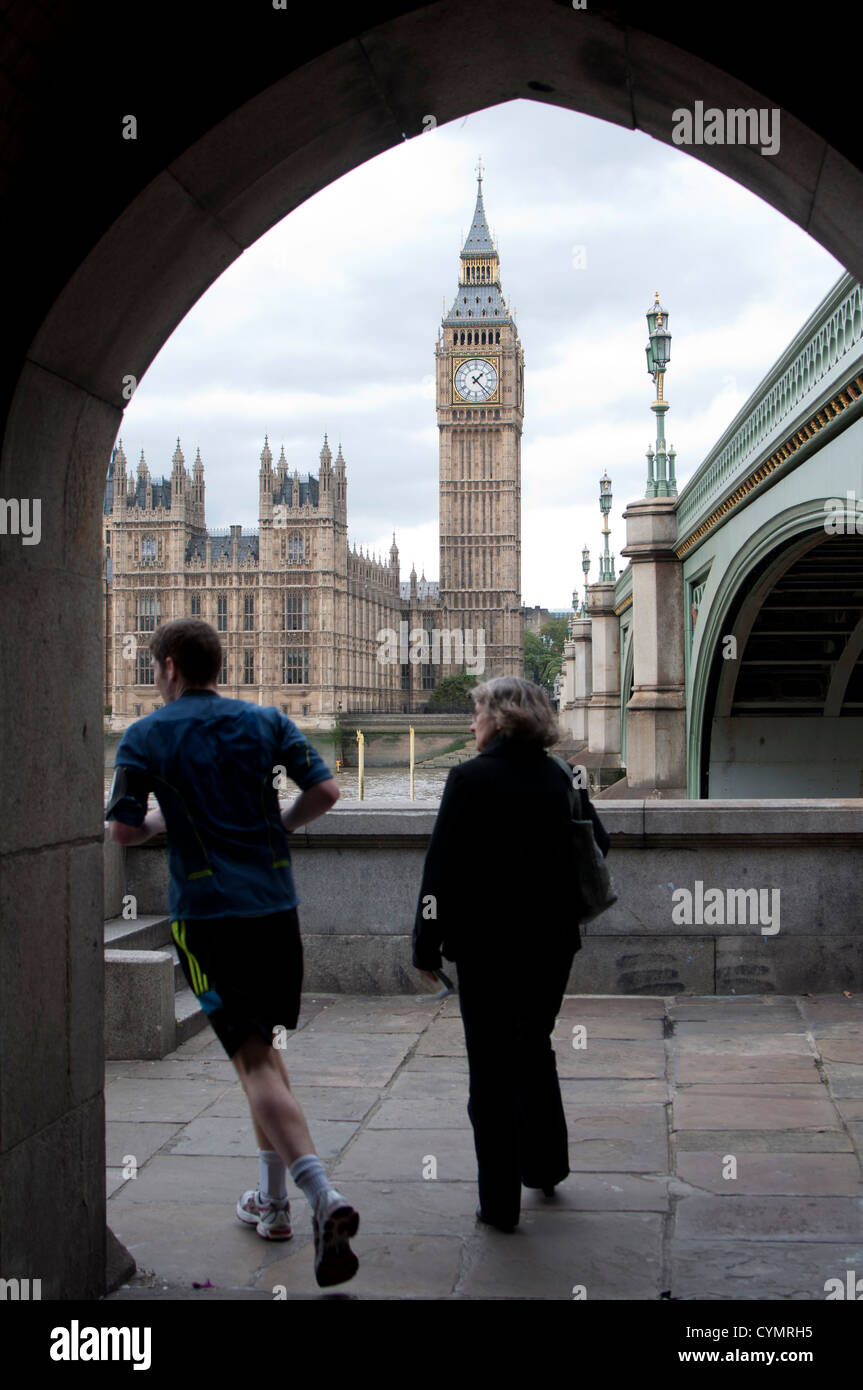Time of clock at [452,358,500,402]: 1:22
